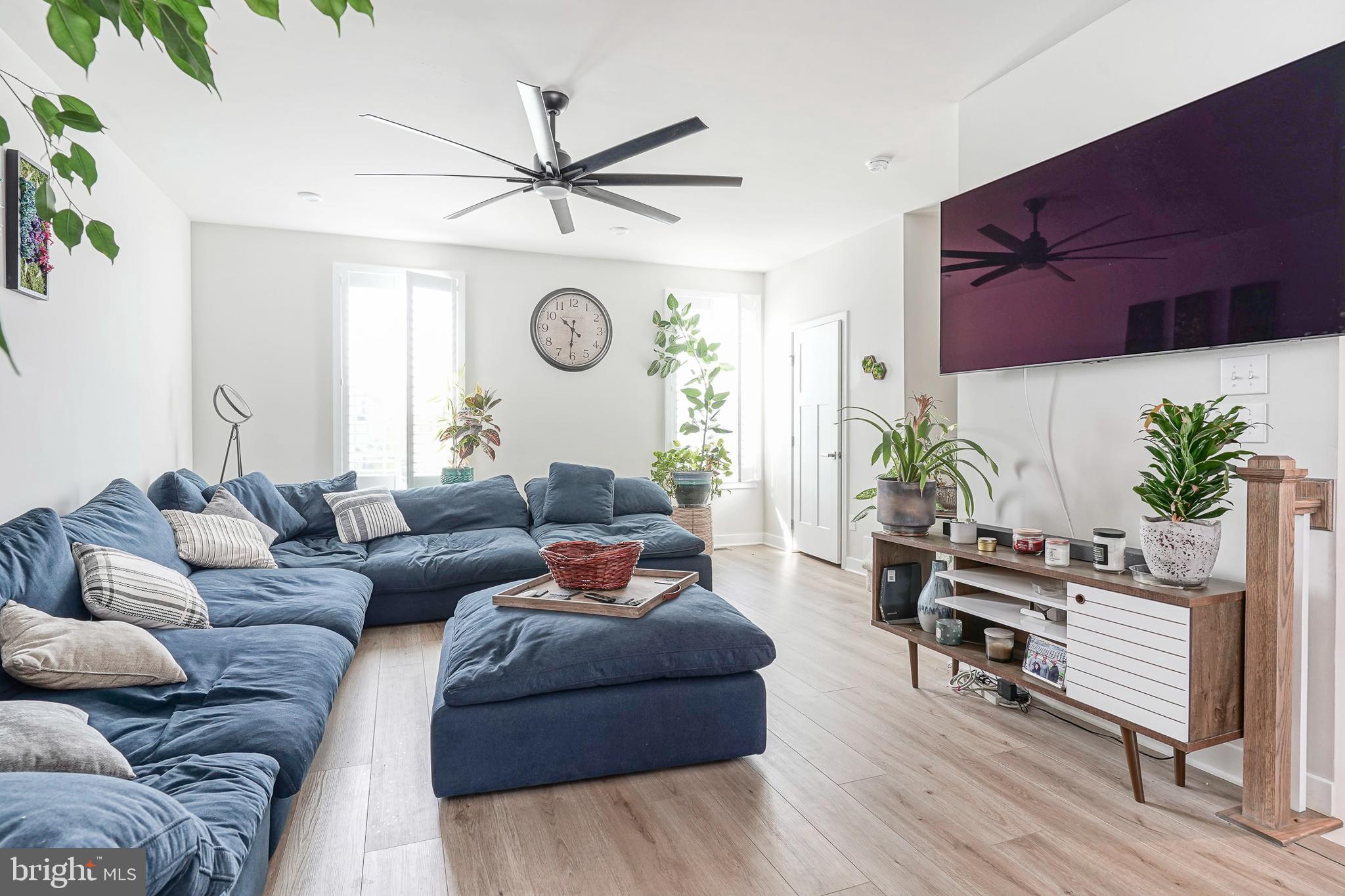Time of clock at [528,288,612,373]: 10:30
